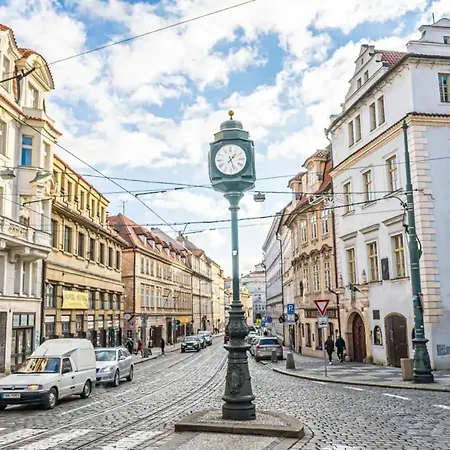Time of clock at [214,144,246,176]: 1:26
